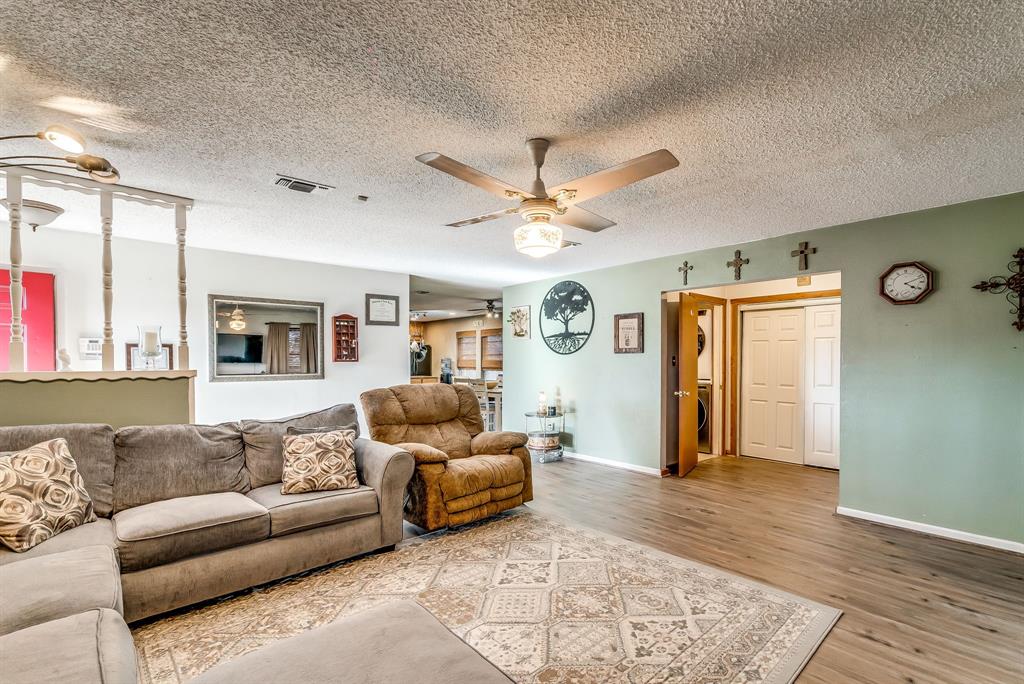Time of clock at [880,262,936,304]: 4:11
